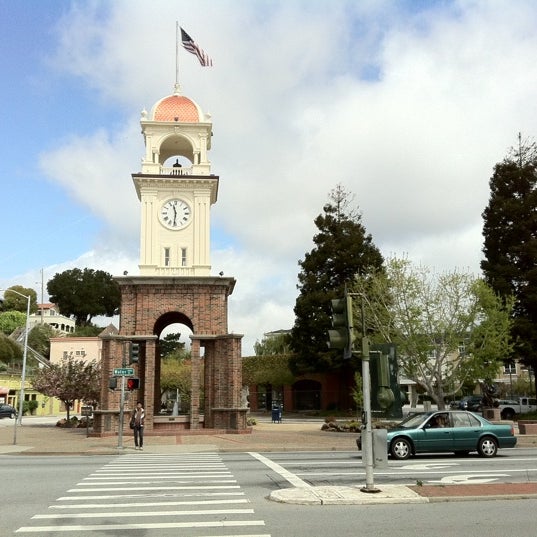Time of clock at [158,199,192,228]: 11:31
